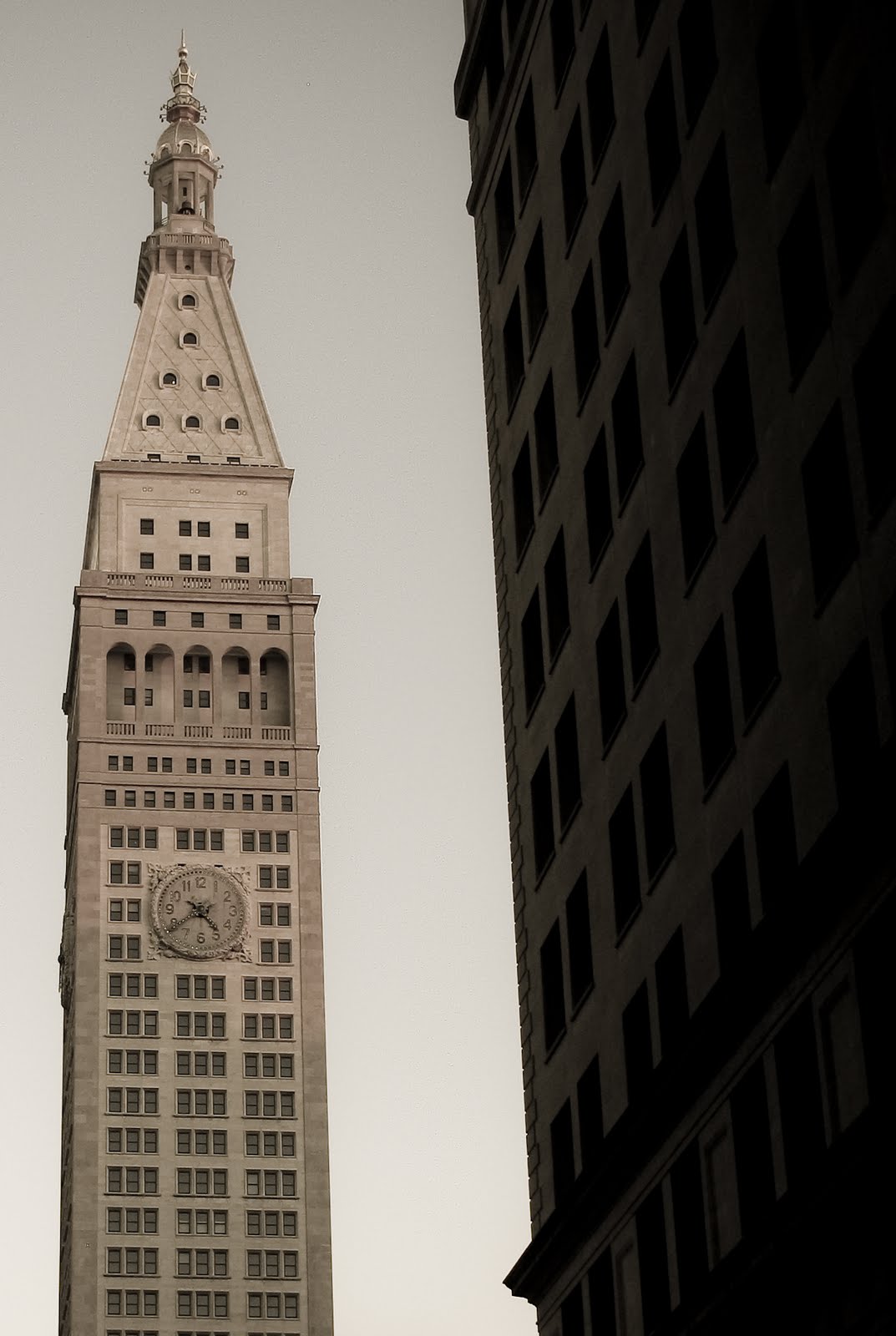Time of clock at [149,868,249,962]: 4:39
